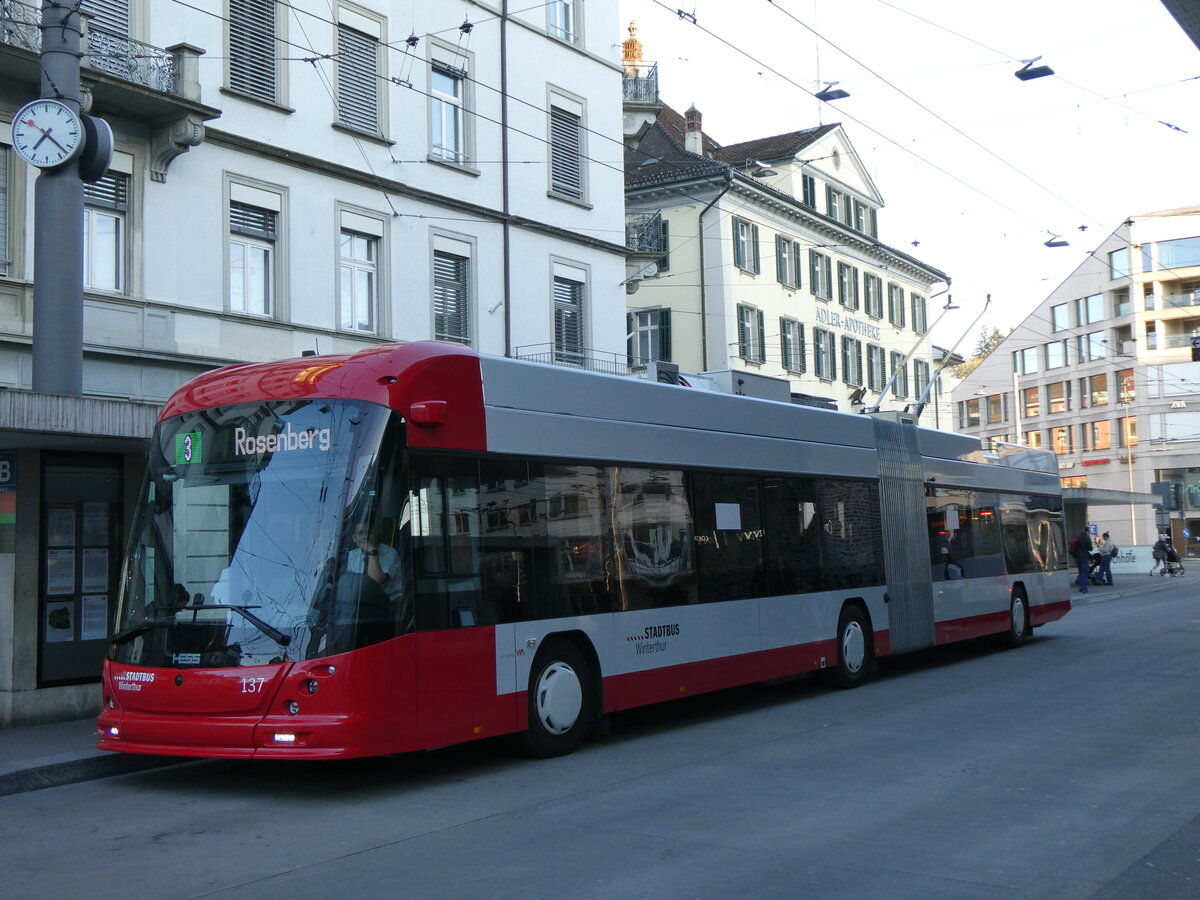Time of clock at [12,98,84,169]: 7:22
